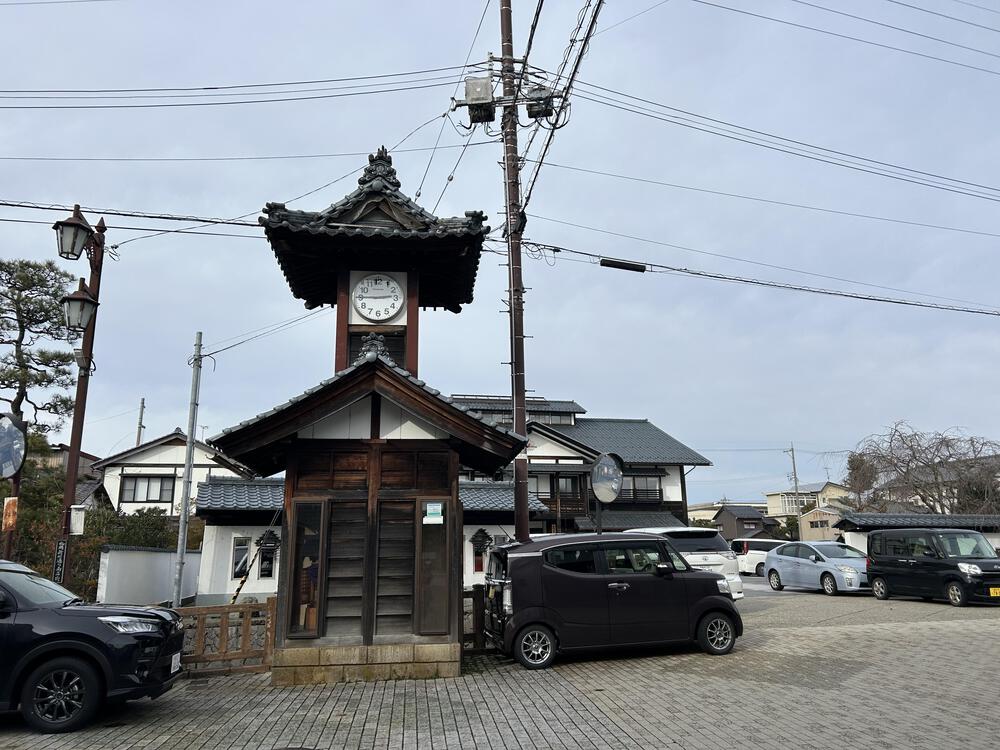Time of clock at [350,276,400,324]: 2:45
